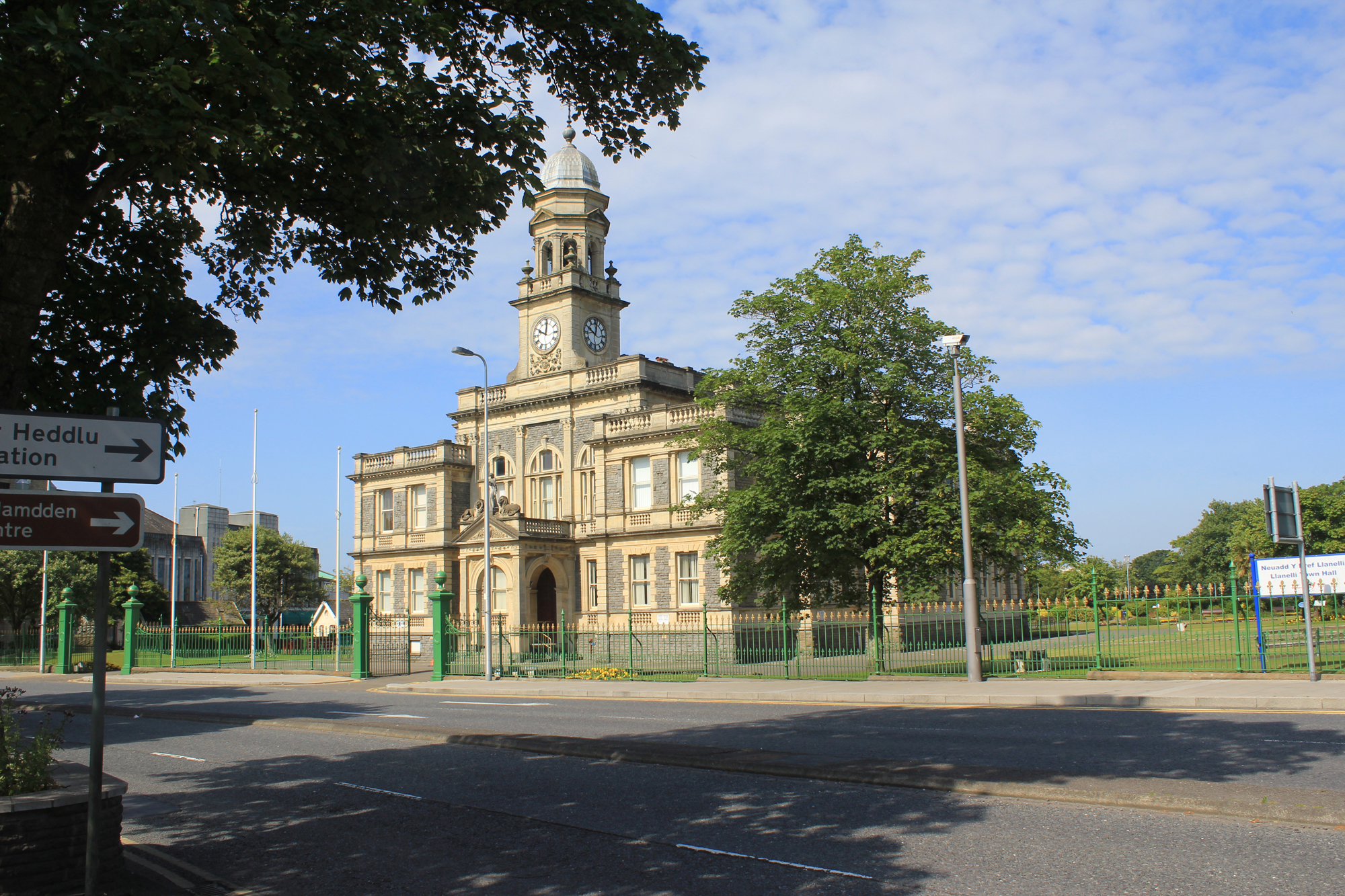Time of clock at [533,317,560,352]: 10:00
